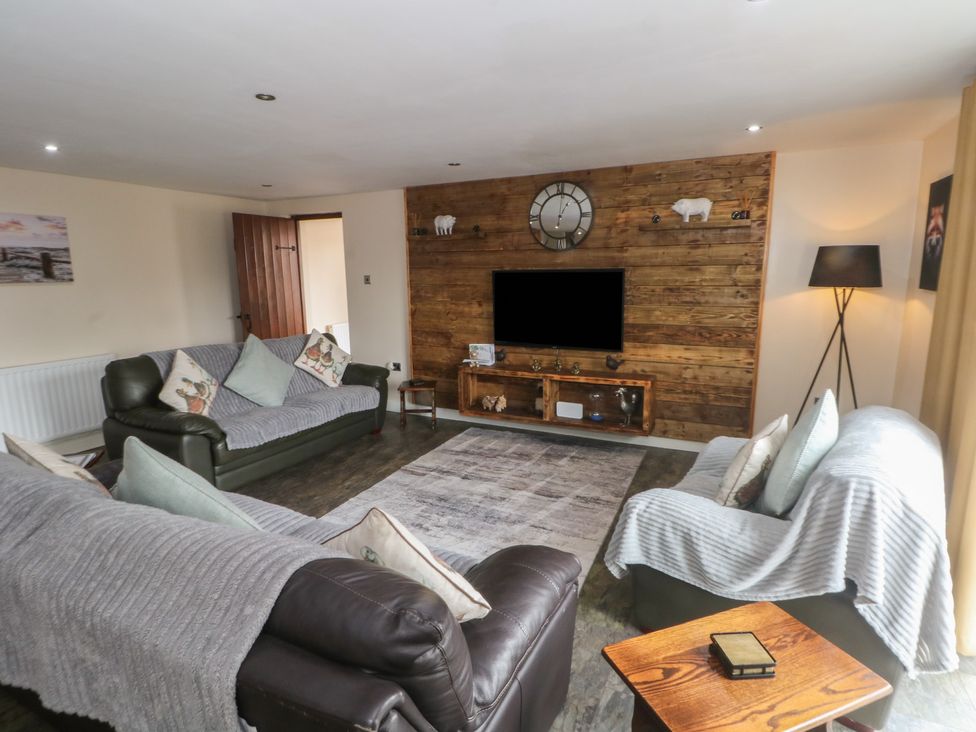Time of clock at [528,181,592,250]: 1:01
